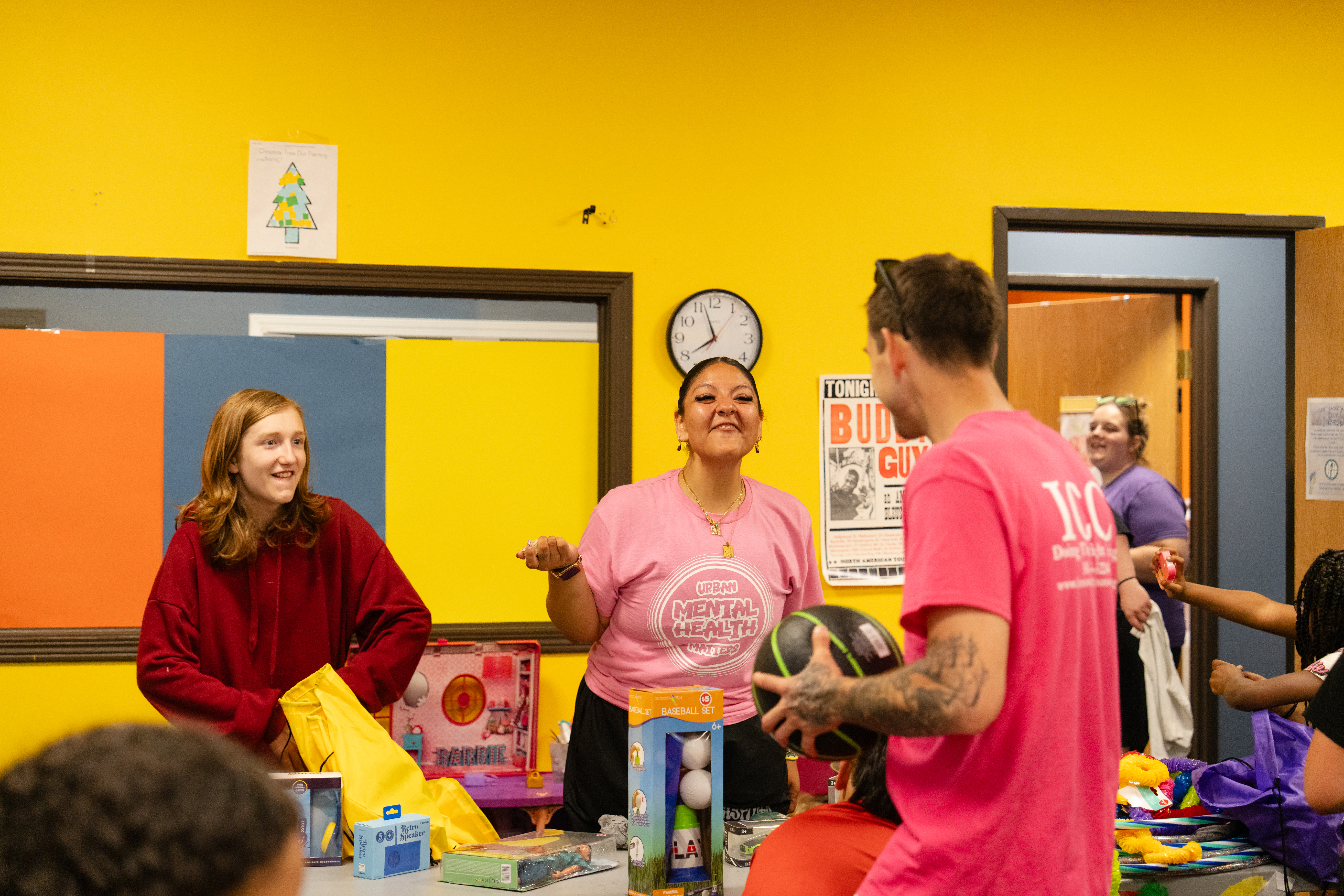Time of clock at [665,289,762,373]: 7:56
